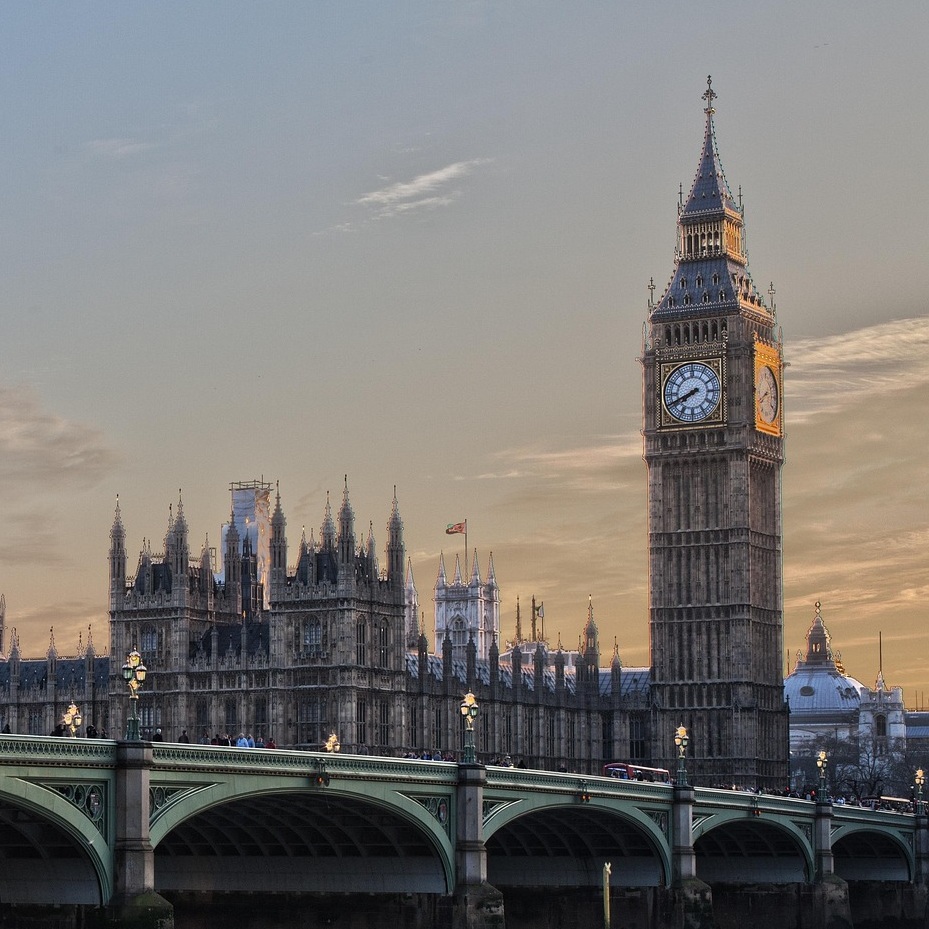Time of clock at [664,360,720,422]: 7:41
